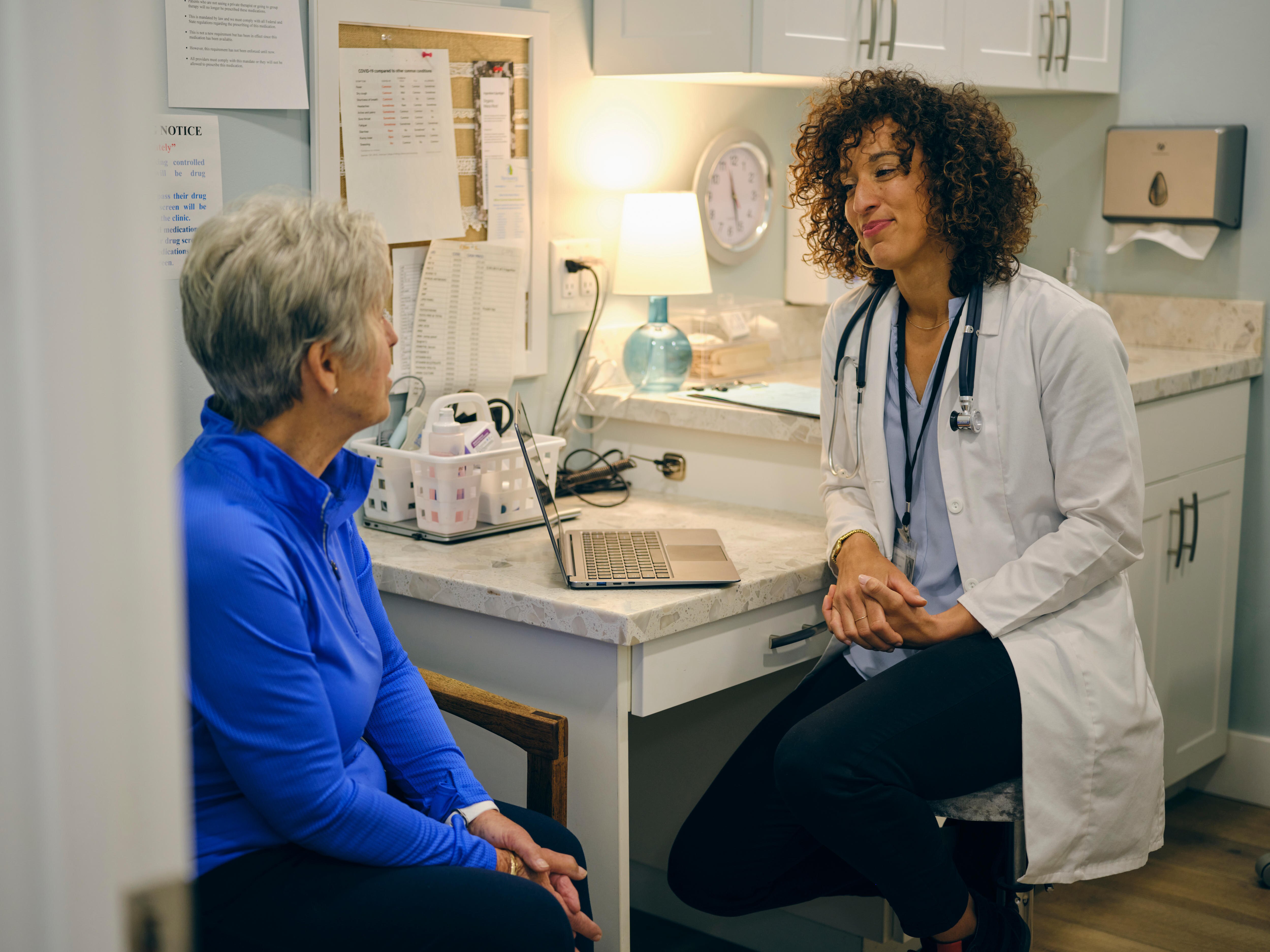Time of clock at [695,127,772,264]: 11:26
